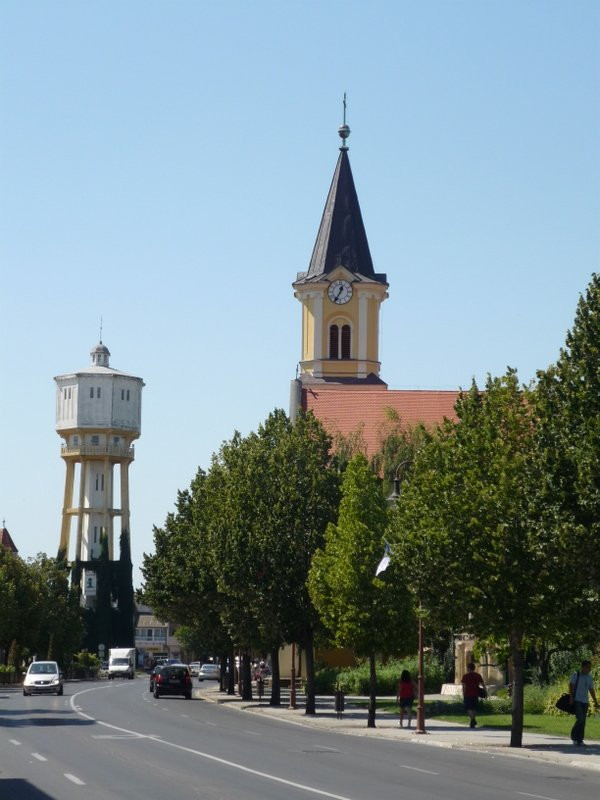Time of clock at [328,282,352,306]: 12:34
